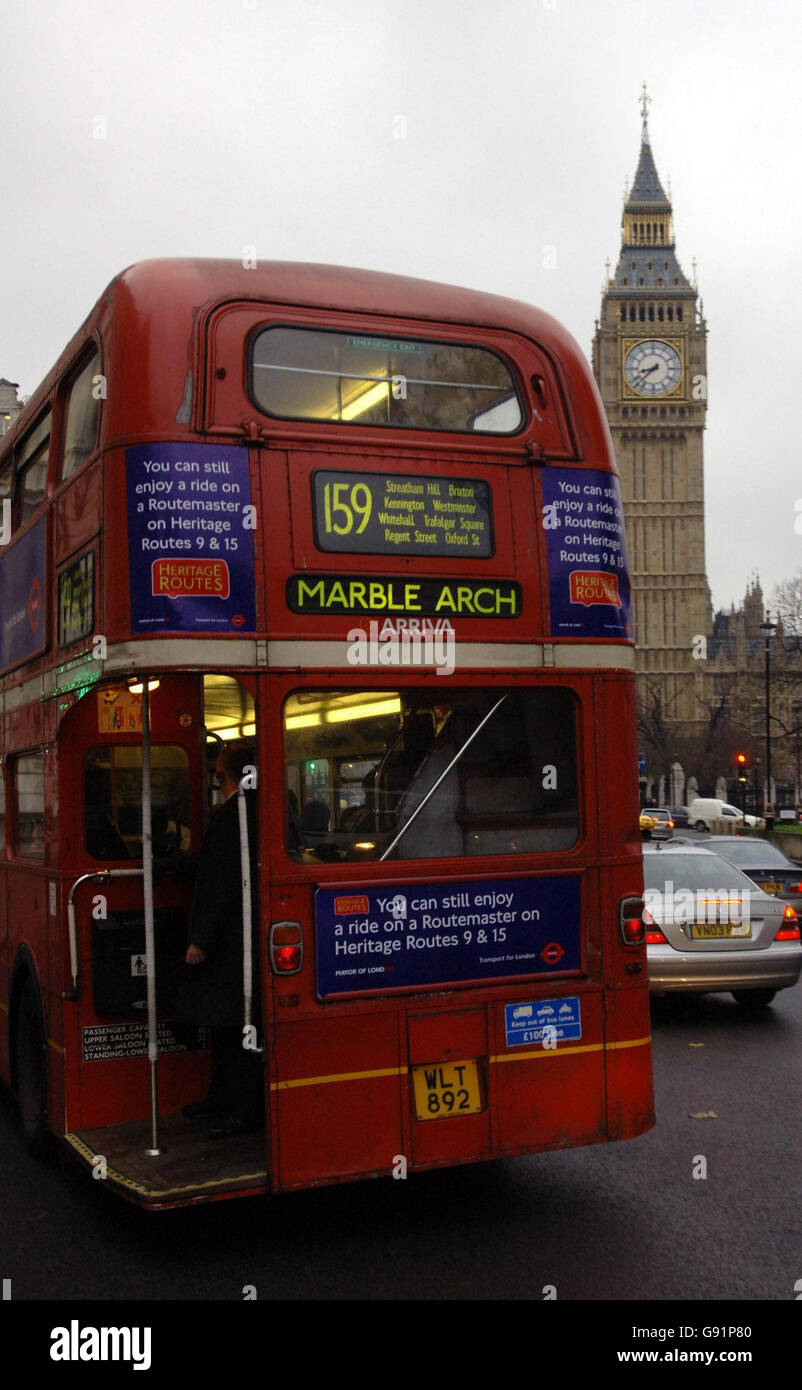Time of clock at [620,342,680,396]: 8:37
